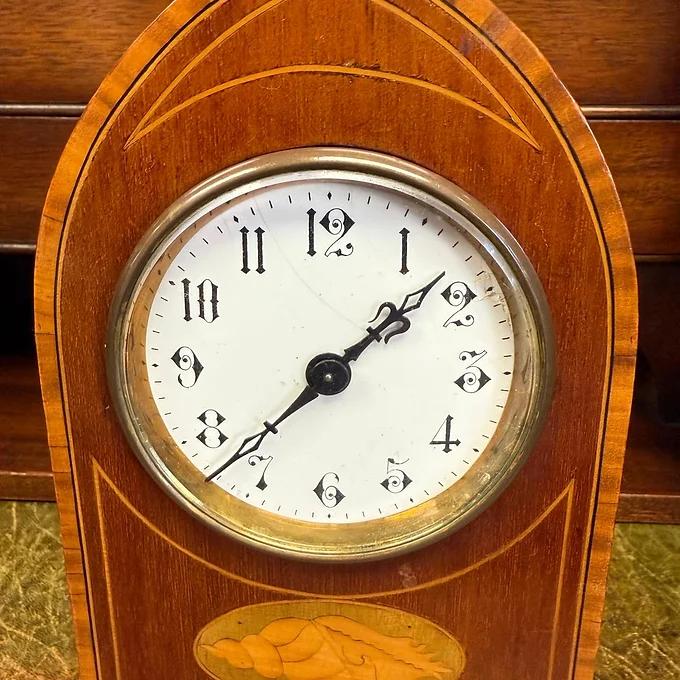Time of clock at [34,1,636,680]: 1:37
